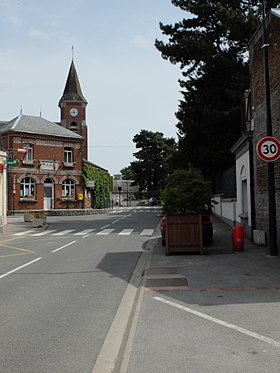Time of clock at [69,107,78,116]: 11:43
